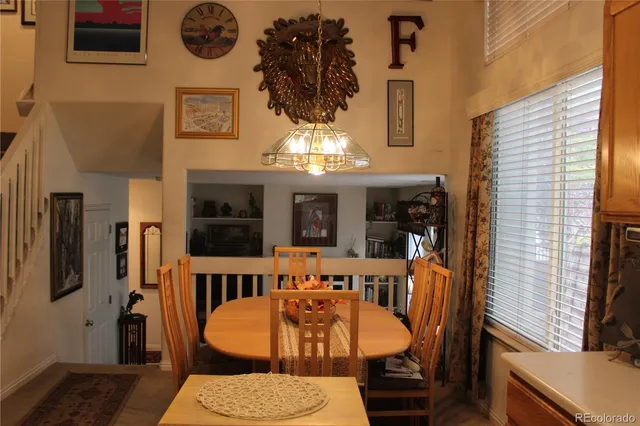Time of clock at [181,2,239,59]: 2:35
